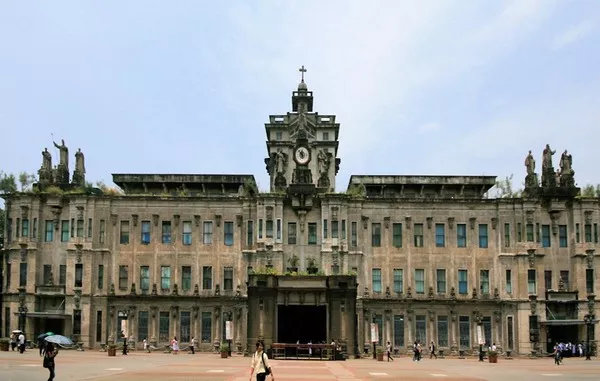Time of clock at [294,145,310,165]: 11:52
